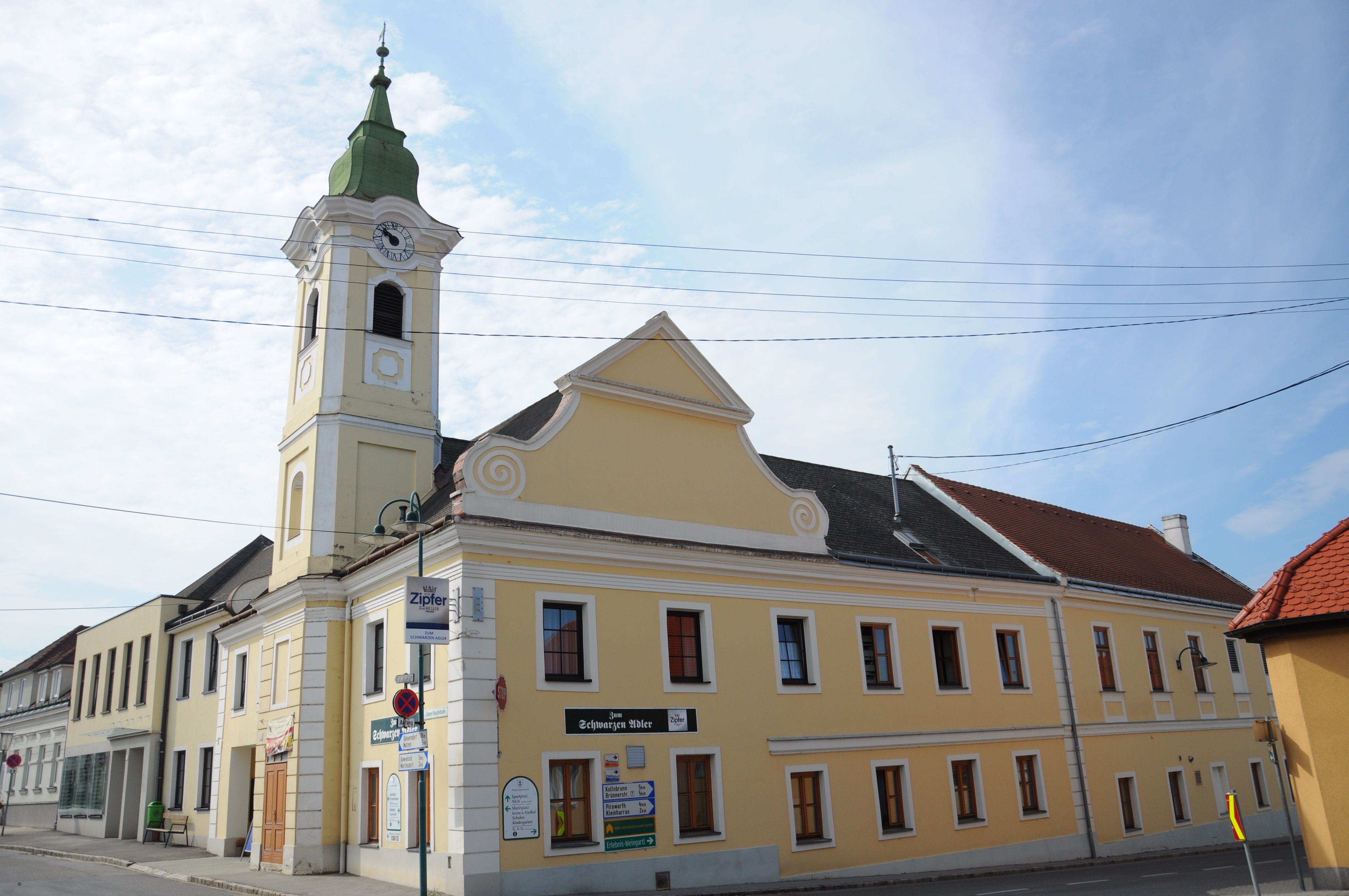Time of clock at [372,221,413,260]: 9:51
